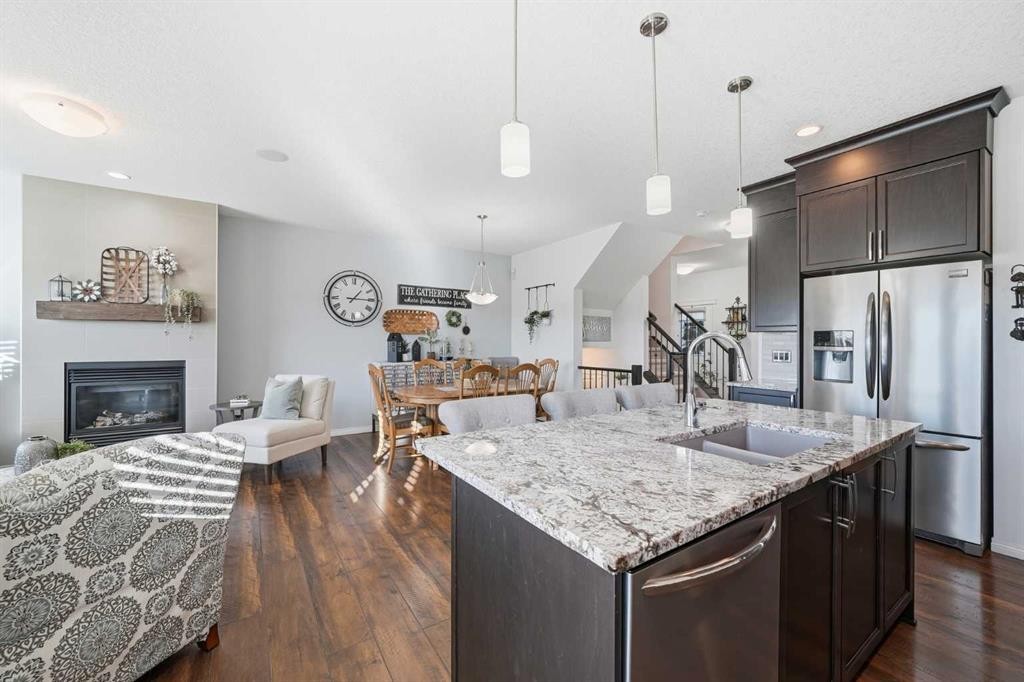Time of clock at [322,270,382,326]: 1:15
